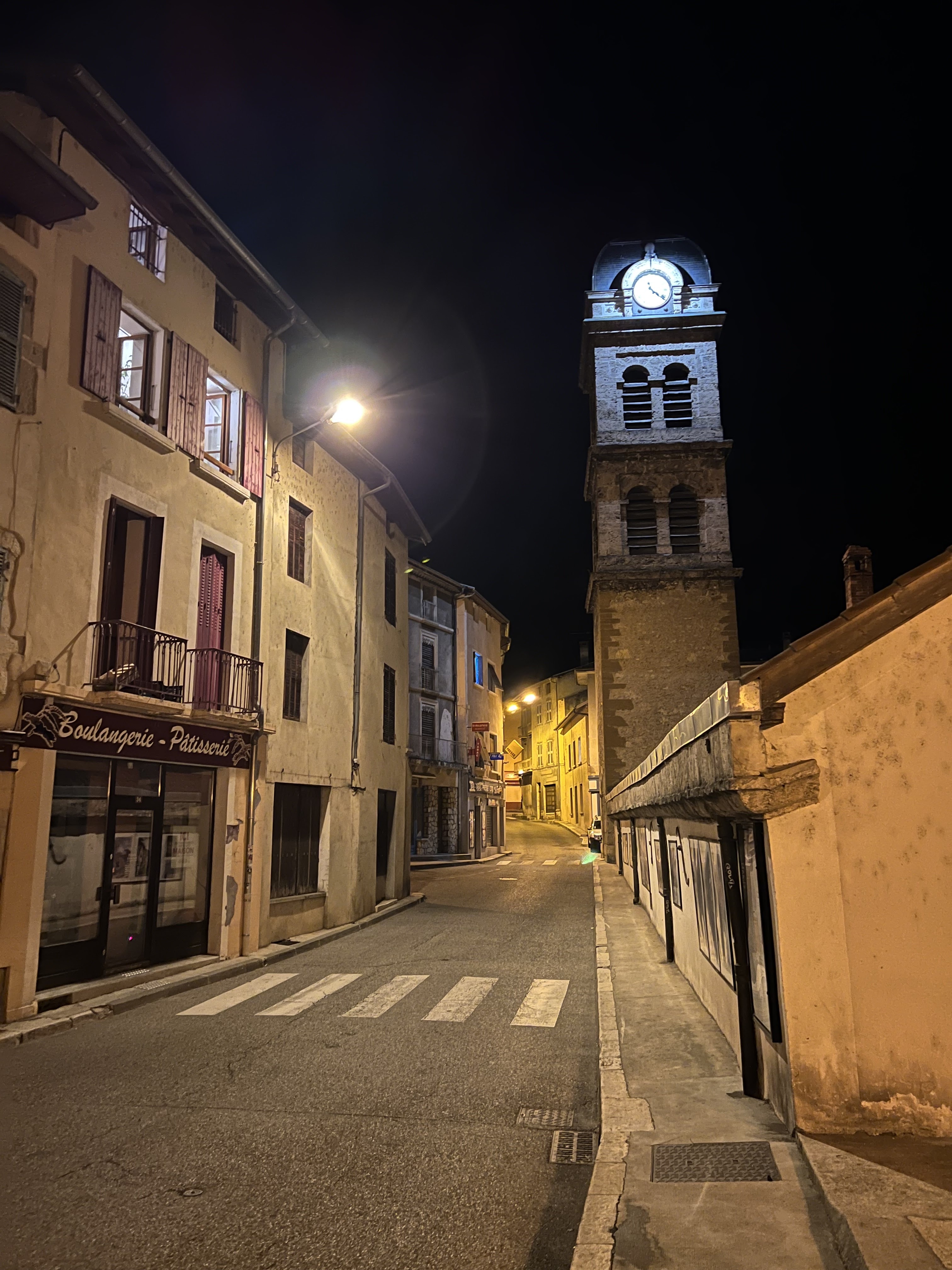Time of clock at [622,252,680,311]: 4:21
